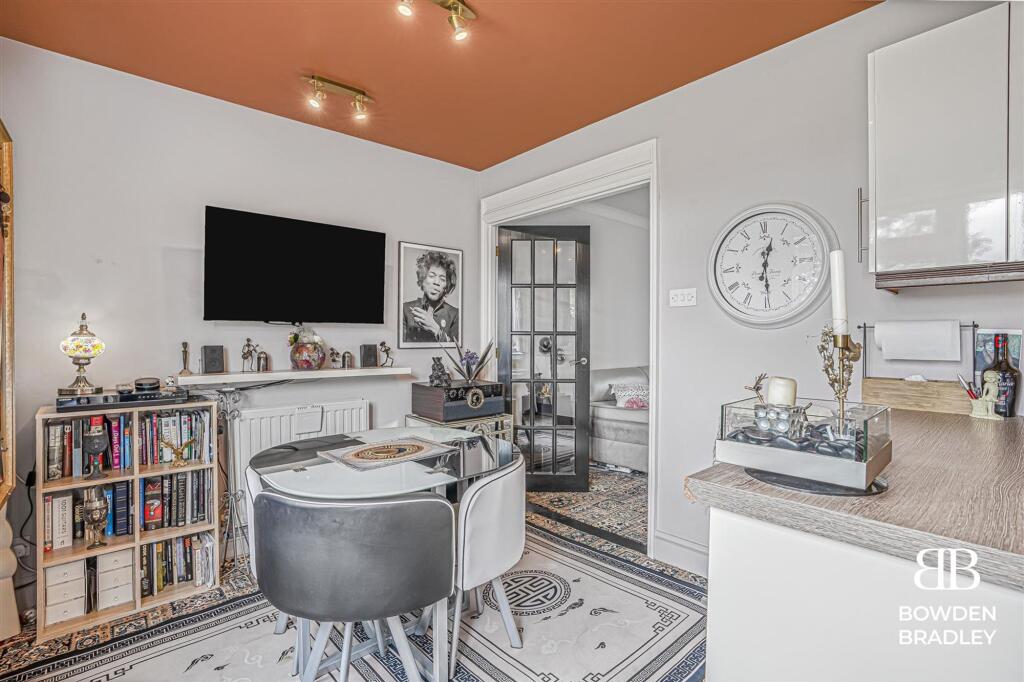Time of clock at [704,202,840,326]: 12:29
